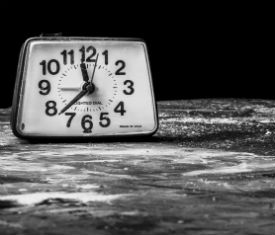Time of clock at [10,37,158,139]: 11:37
